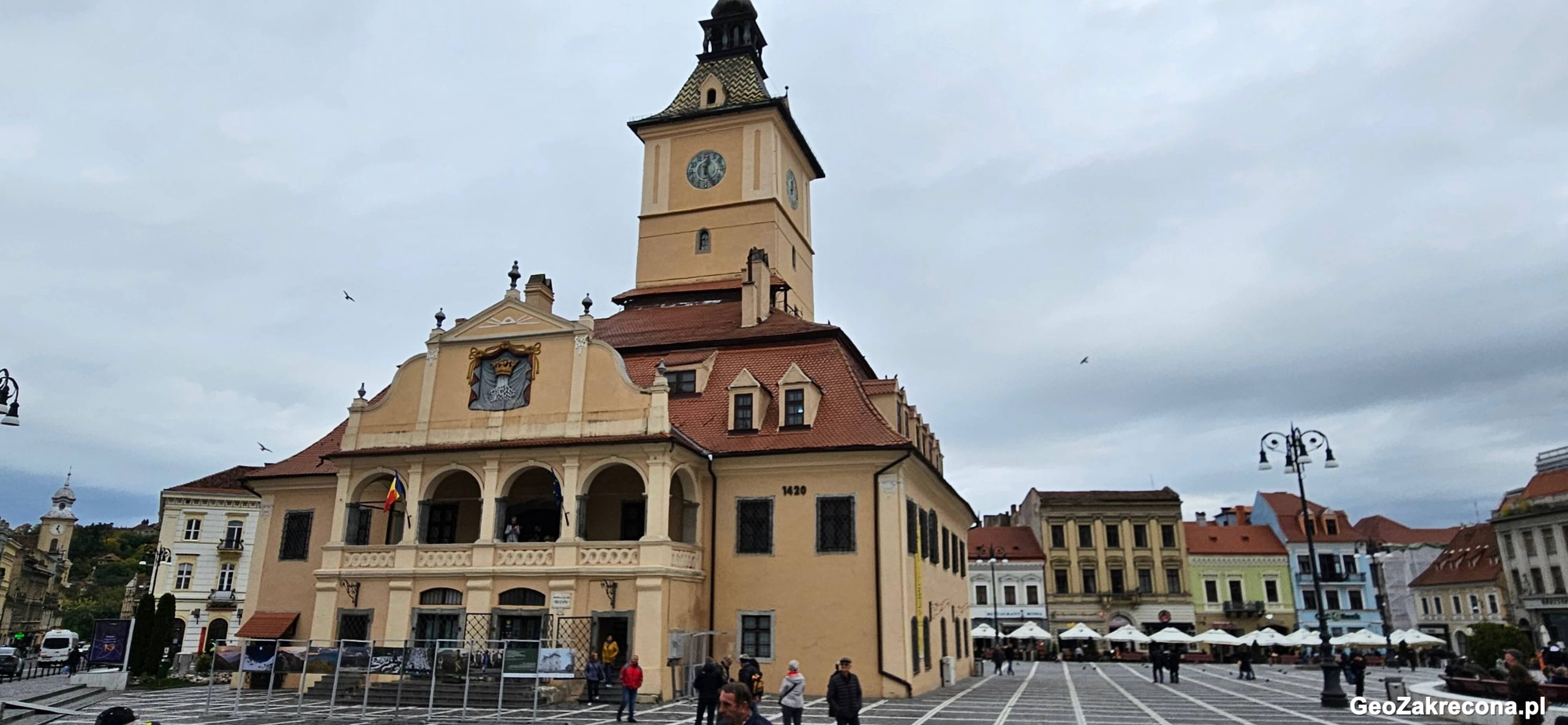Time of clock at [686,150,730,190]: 12:24
